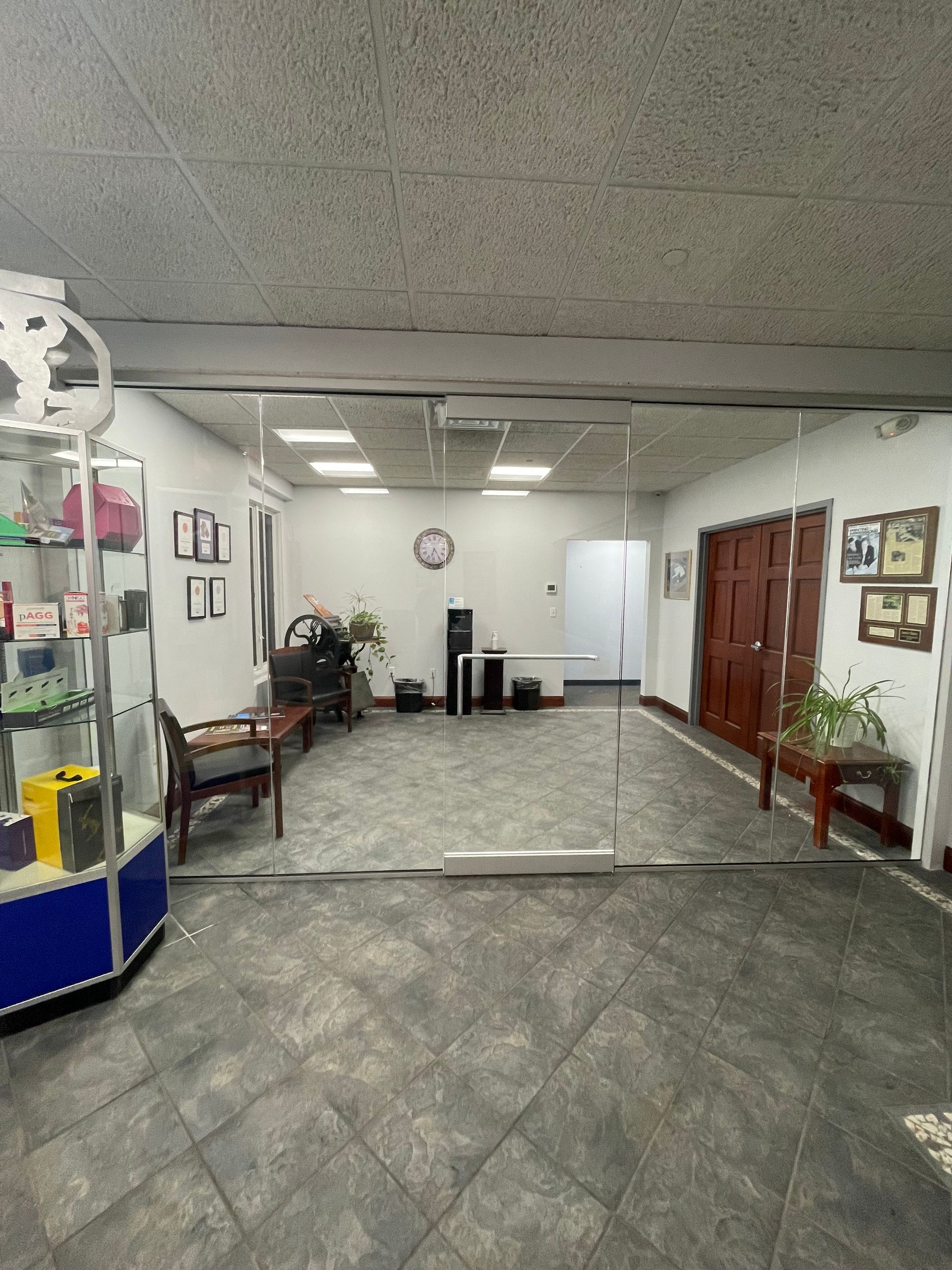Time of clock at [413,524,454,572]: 6:24
